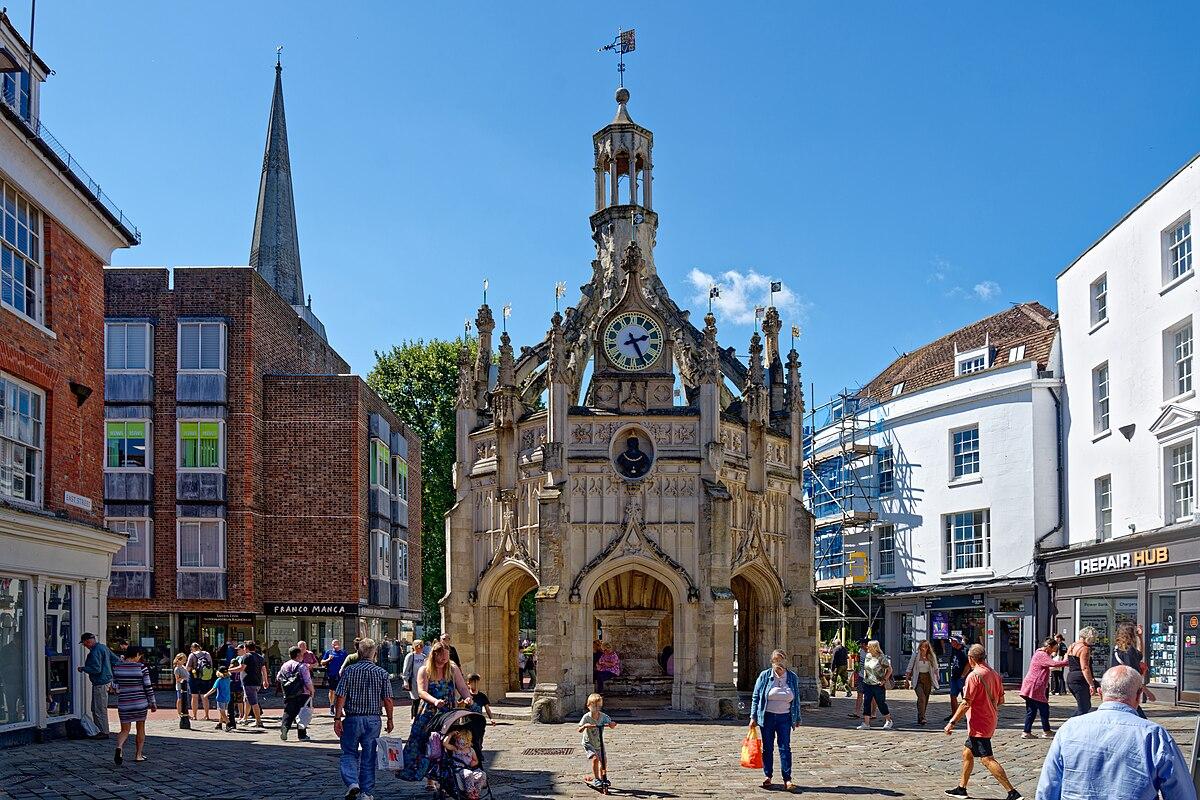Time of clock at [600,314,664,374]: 2:25
